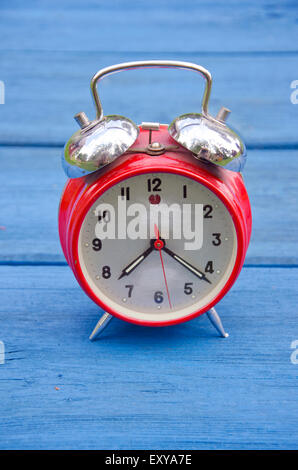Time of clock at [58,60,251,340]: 7:21
